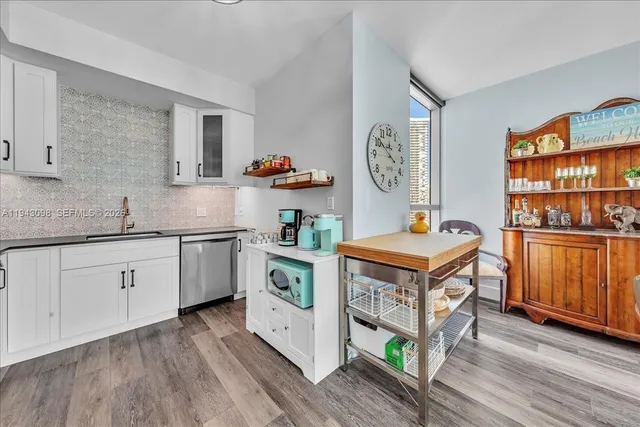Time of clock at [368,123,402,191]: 3:50
